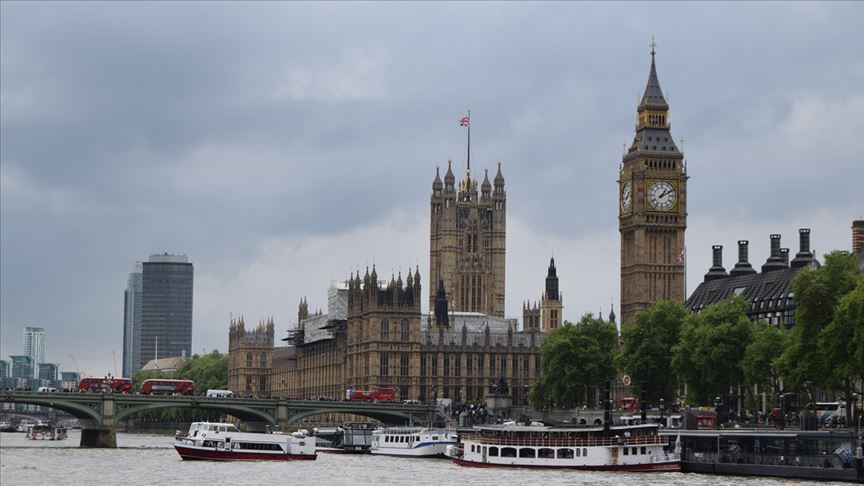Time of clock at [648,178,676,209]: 1:10
